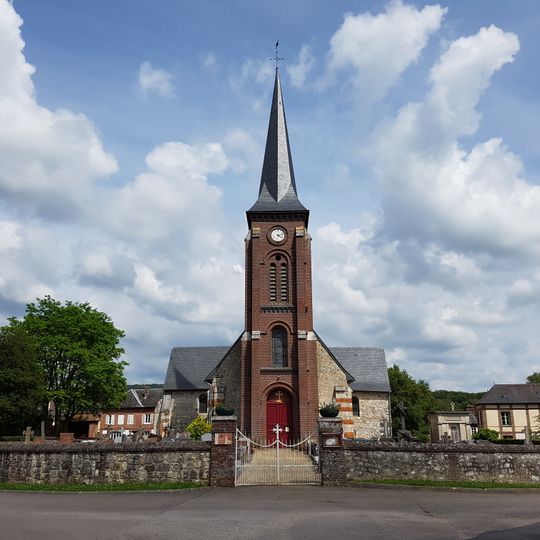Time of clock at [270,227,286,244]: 4:12
